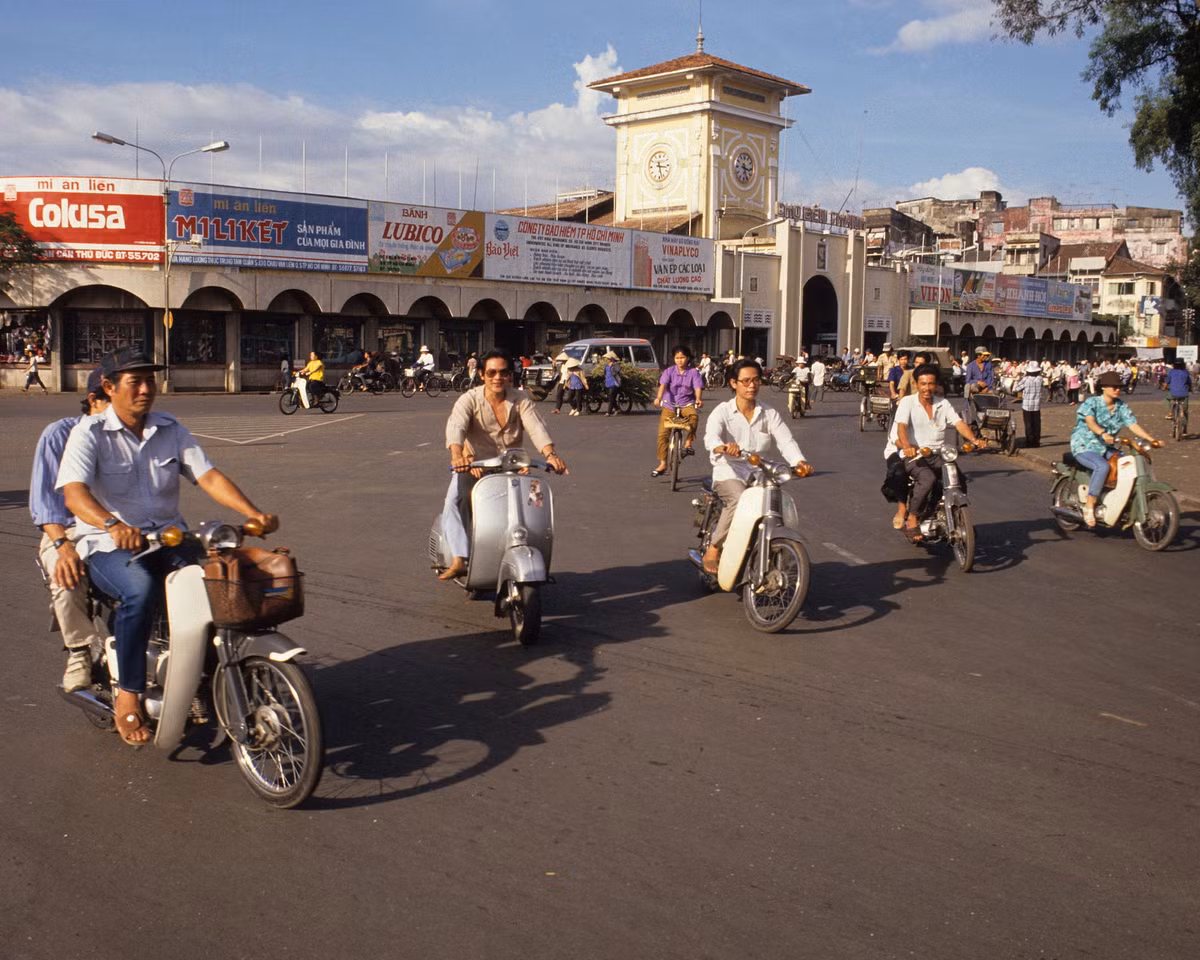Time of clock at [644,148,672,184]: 3:27
